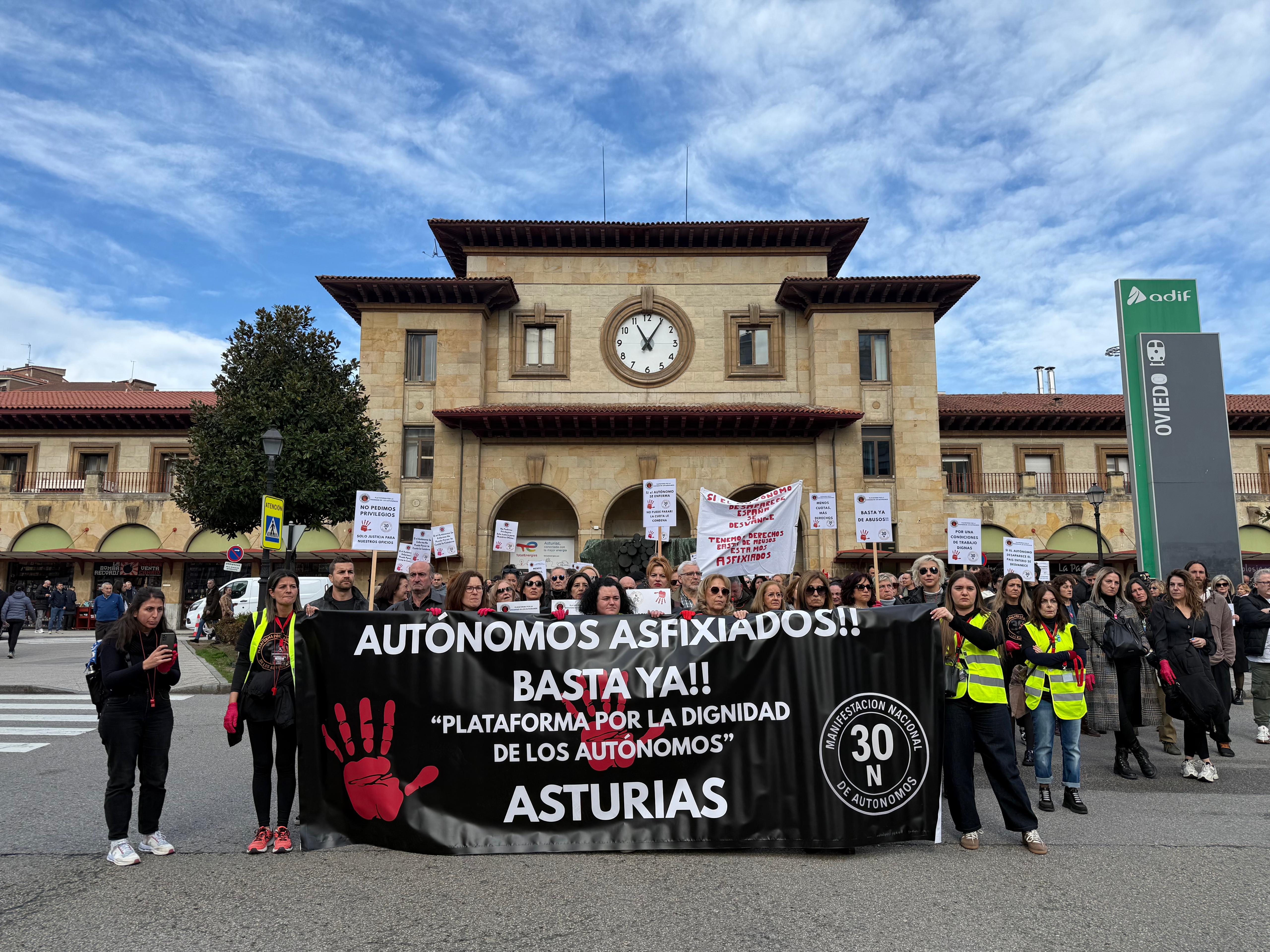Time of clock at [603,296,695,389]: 11:05
